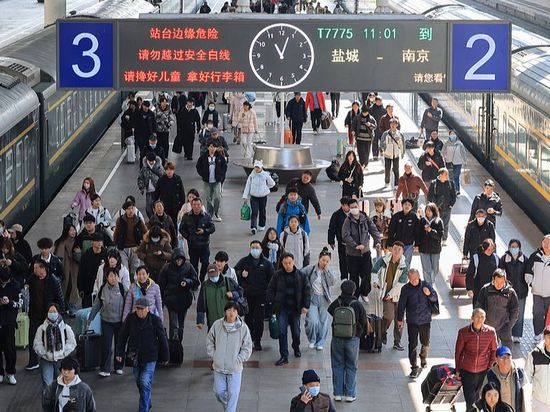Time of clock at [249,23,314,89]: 11:03
